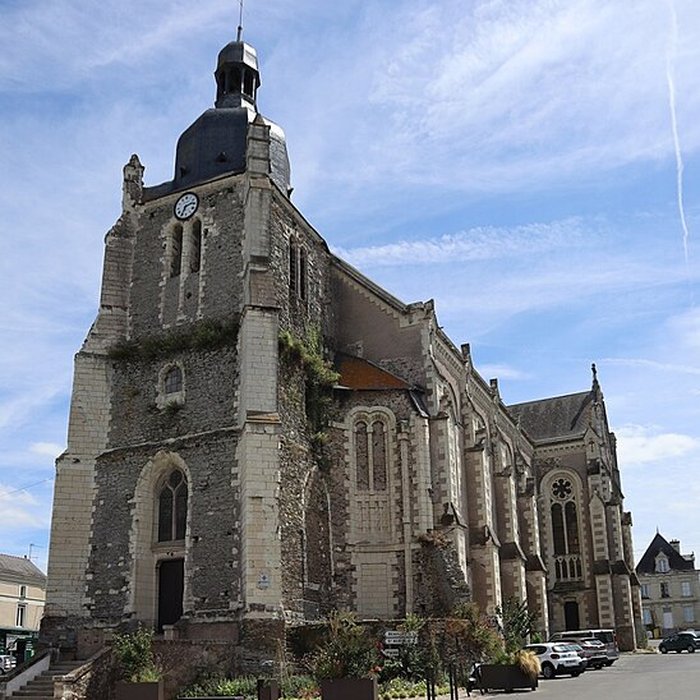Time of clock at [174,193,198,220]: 2:34
